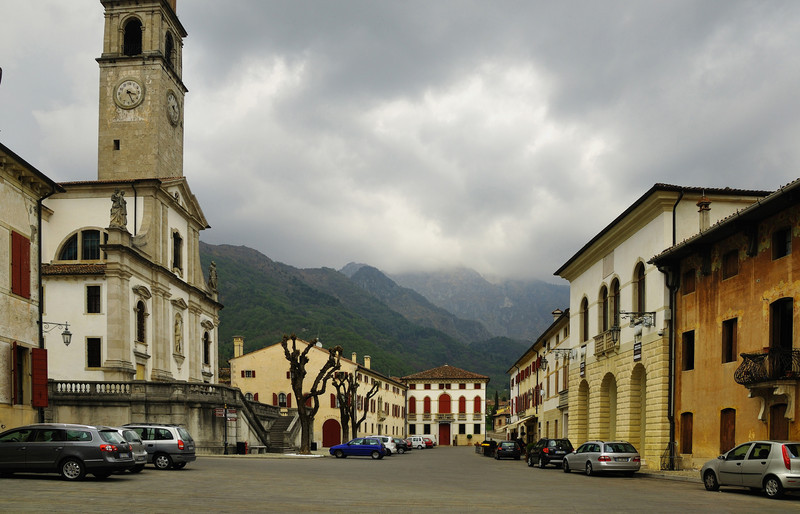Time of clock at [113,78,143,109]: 3:25
